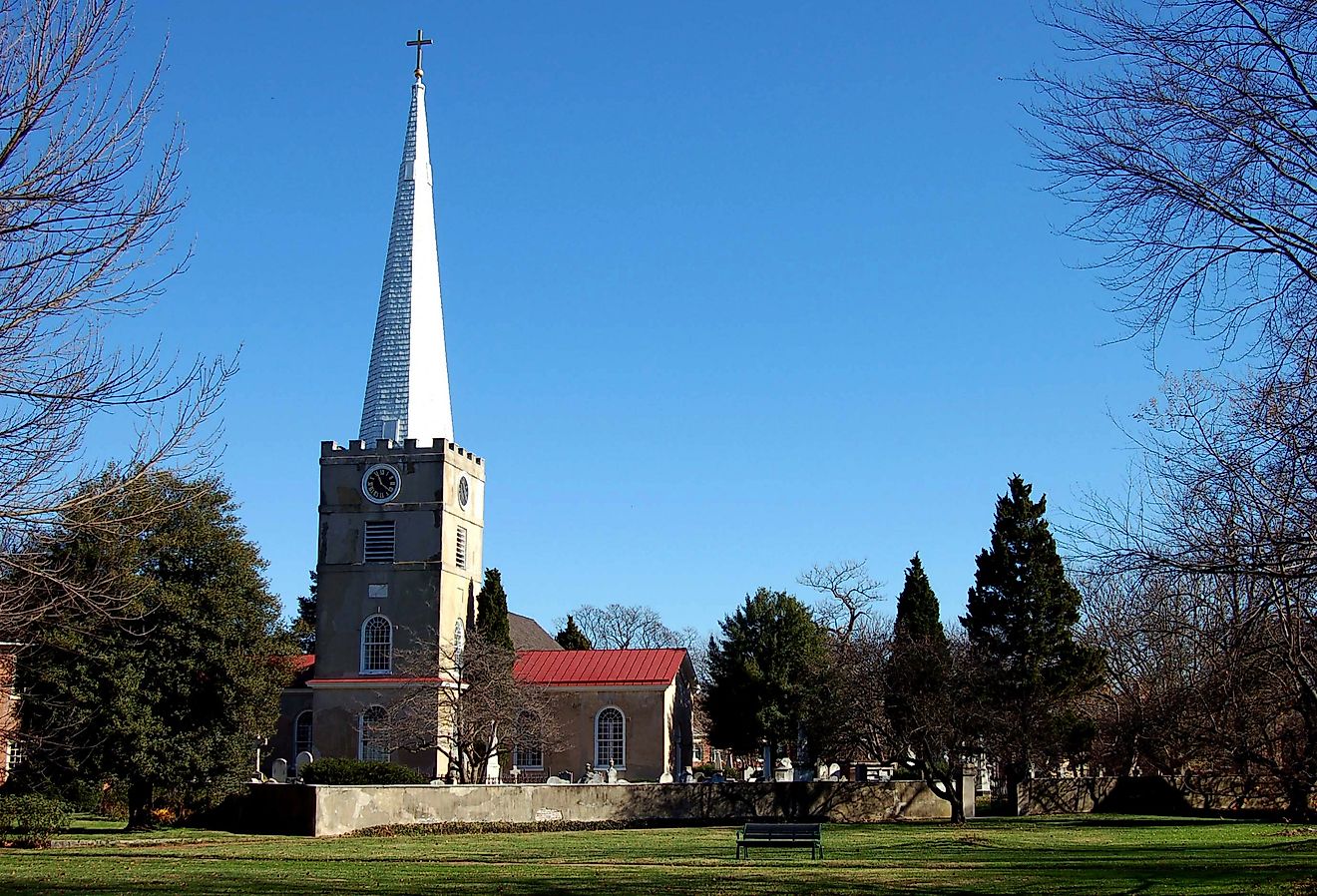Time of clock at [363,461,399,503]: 11:21
